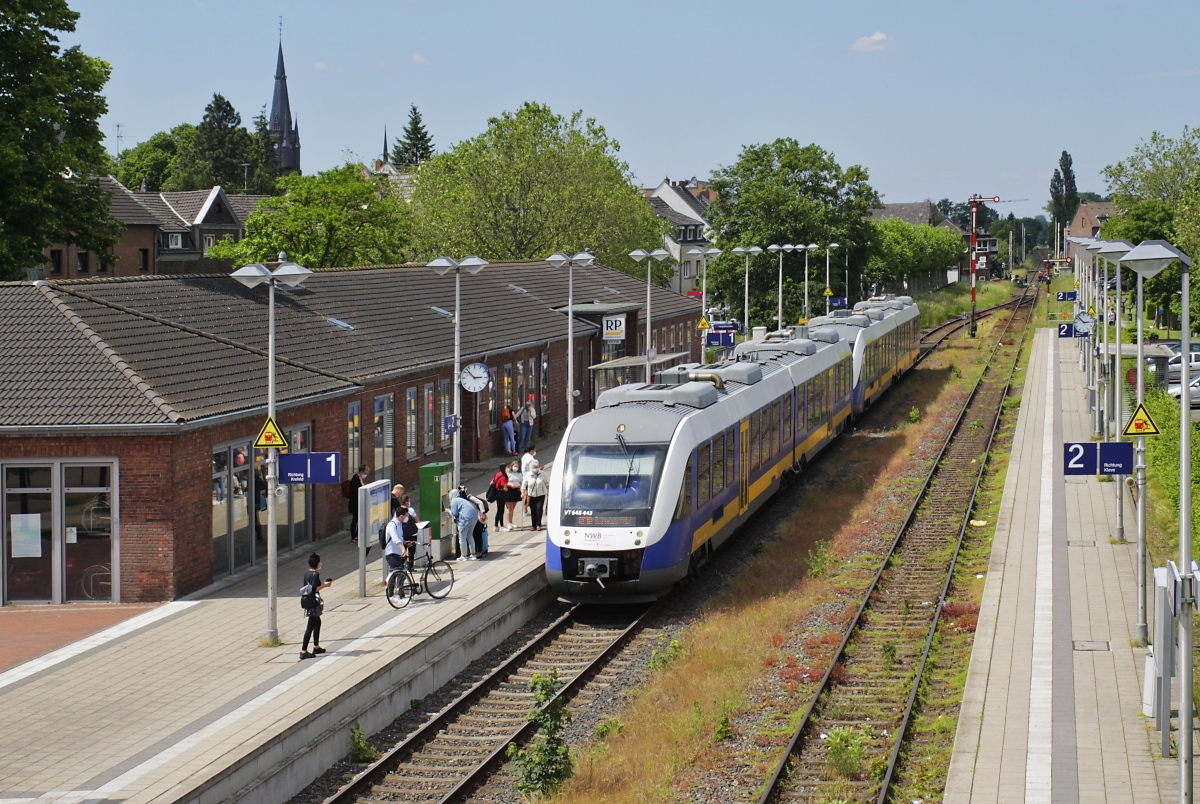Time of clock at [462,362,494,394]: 2:52
